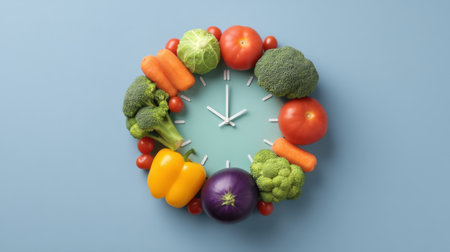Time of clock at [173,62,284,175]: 2:00
